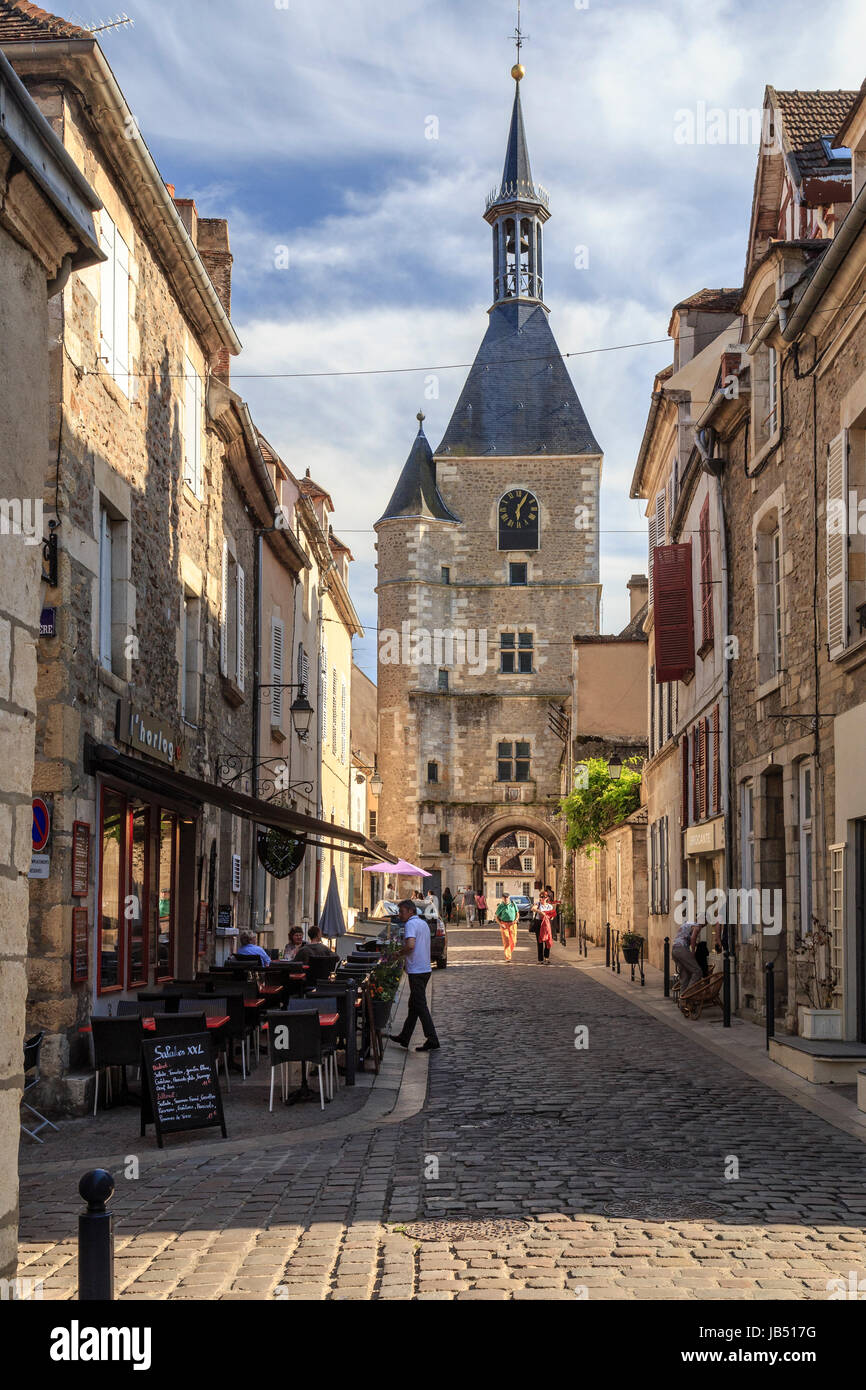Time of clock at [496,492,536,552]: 6:05
